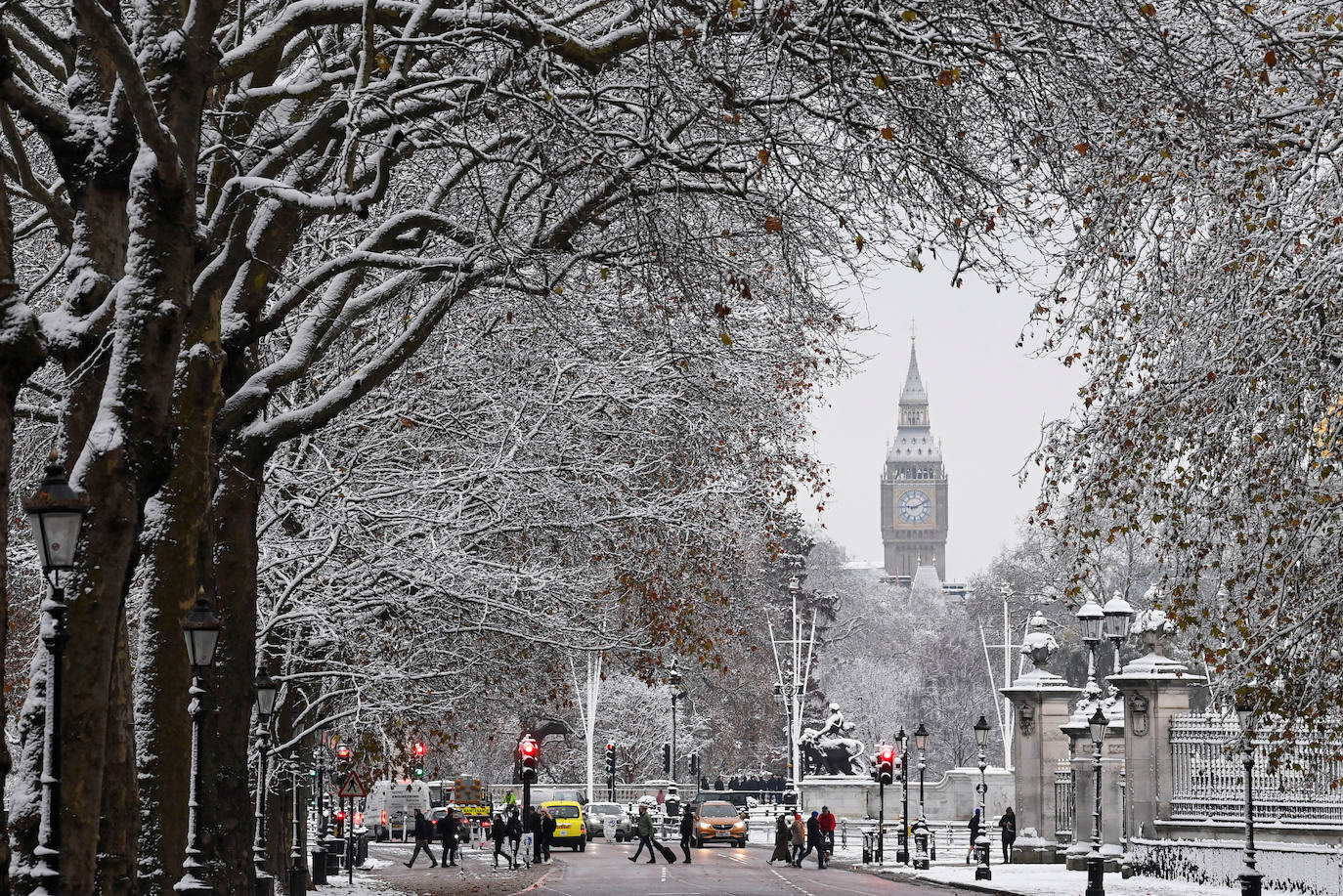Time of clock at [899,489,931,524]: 9:10
